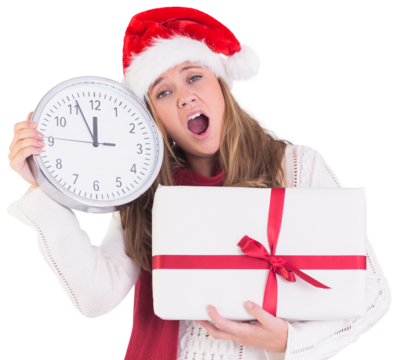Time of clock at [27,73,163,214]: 11:55
